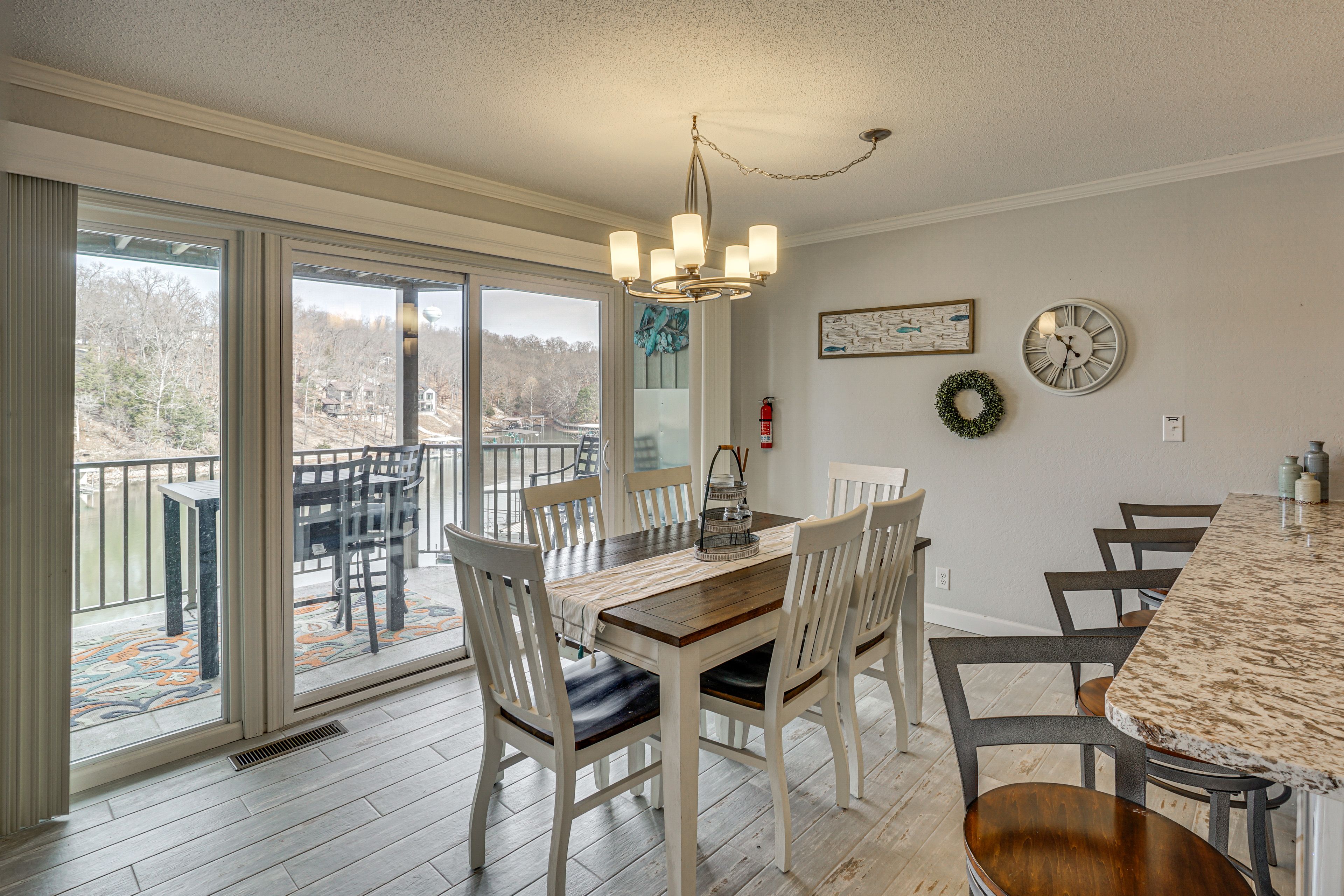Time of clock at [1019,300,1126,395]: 10:33
